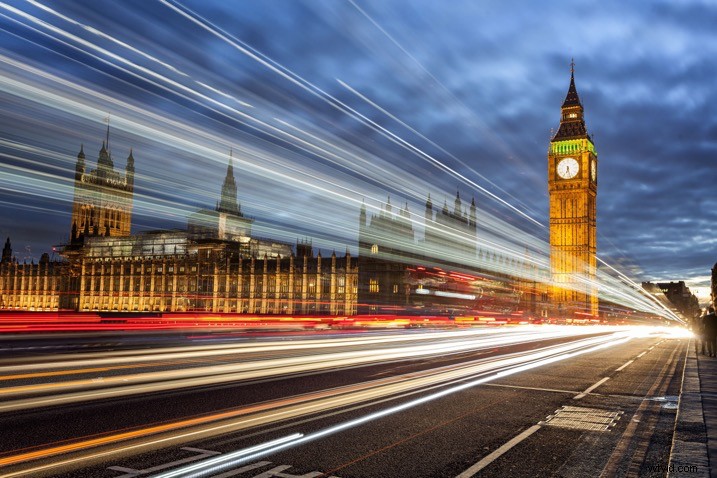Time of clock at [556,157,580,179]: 6:27
